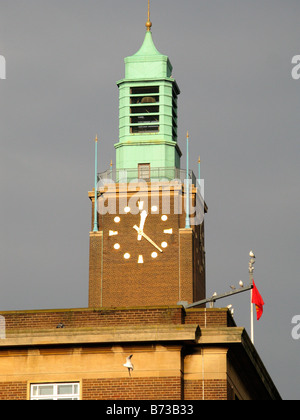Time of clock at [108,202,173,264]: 12:22
